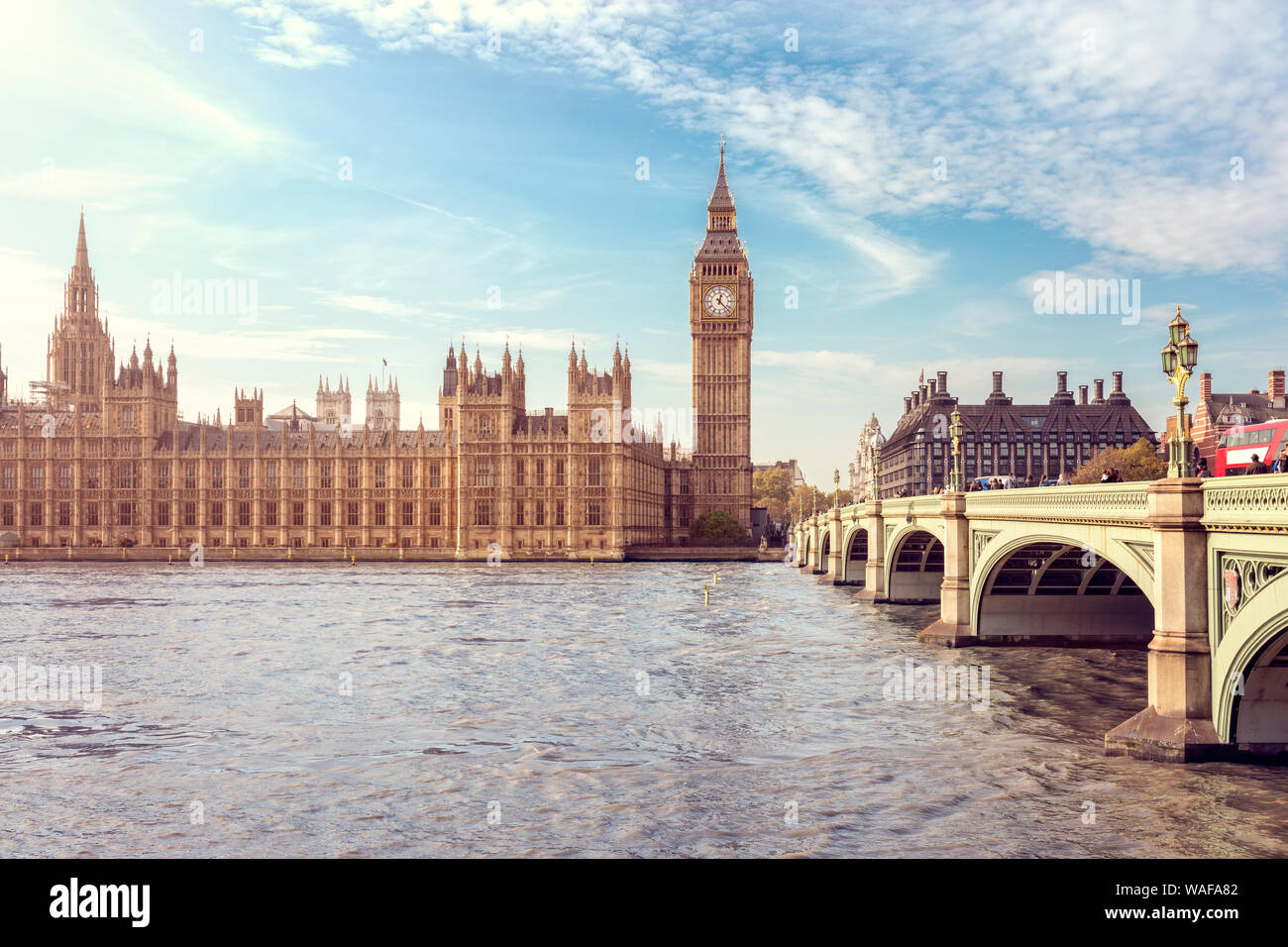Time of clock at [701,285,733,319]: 12:22
